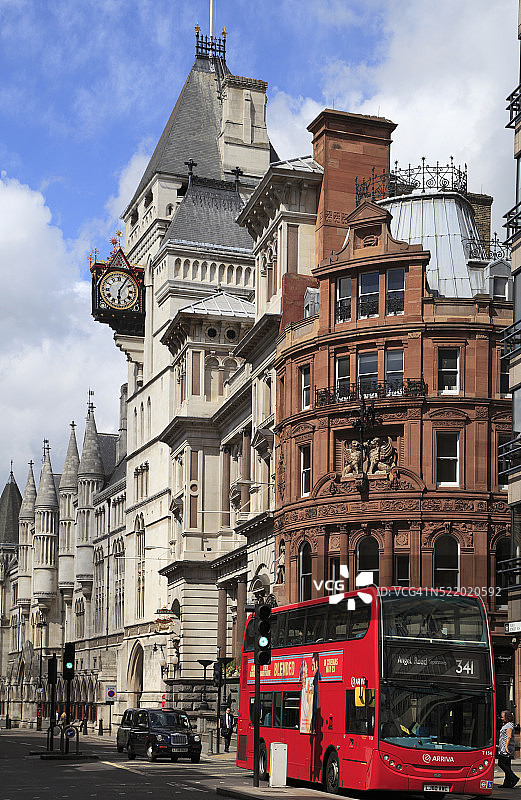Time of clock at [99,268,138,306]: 6:05
